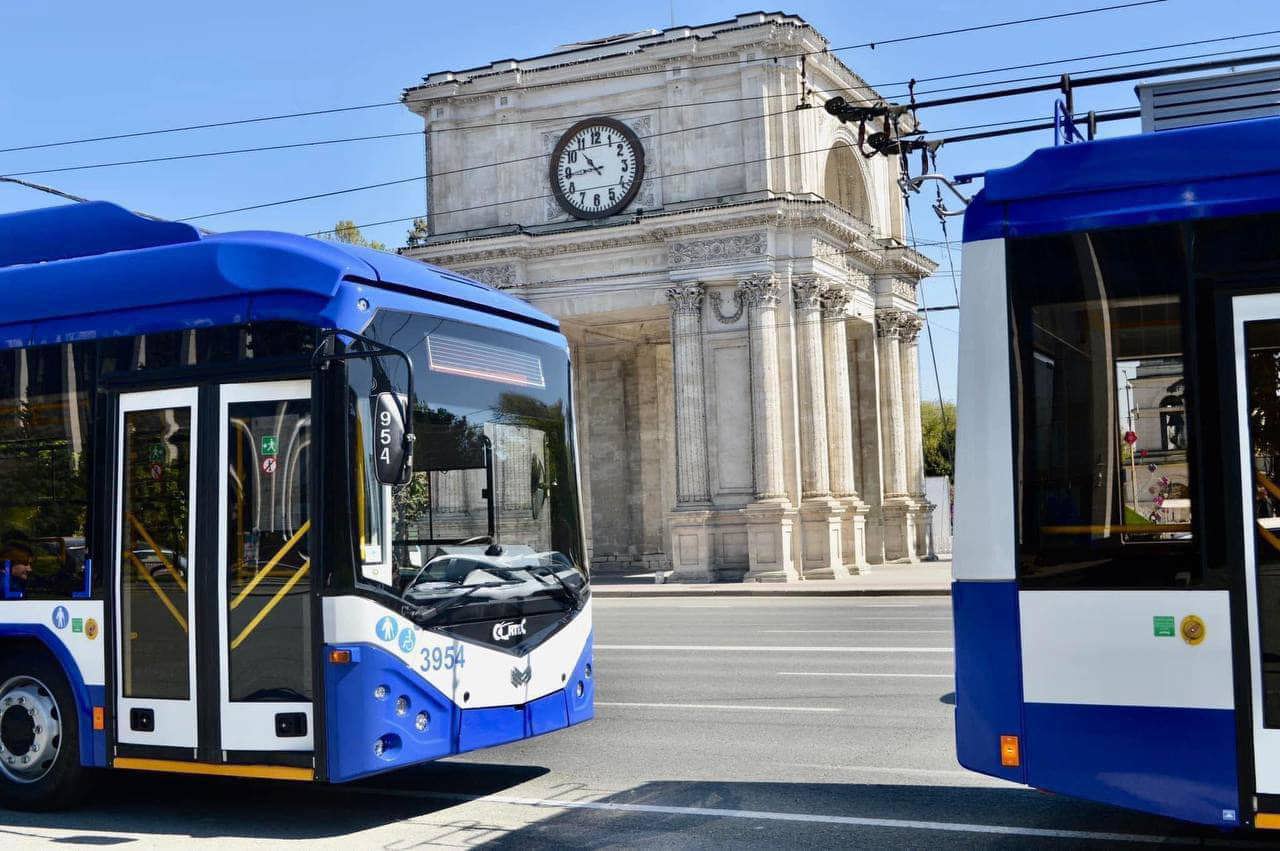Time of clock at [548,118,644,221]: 10:43
